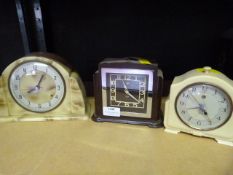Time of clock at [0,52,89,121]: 8:04
